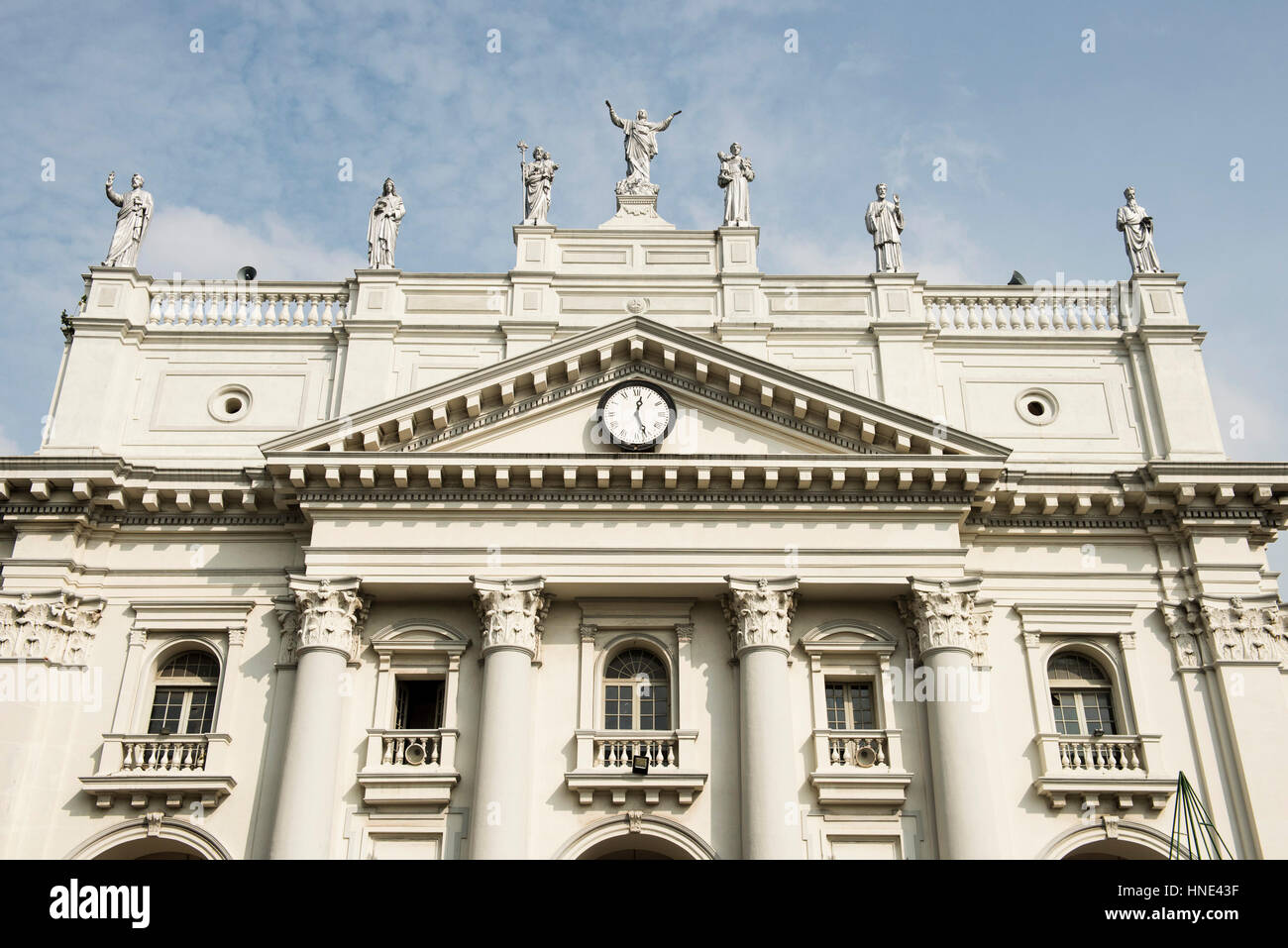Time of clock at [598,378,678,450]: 12:26
